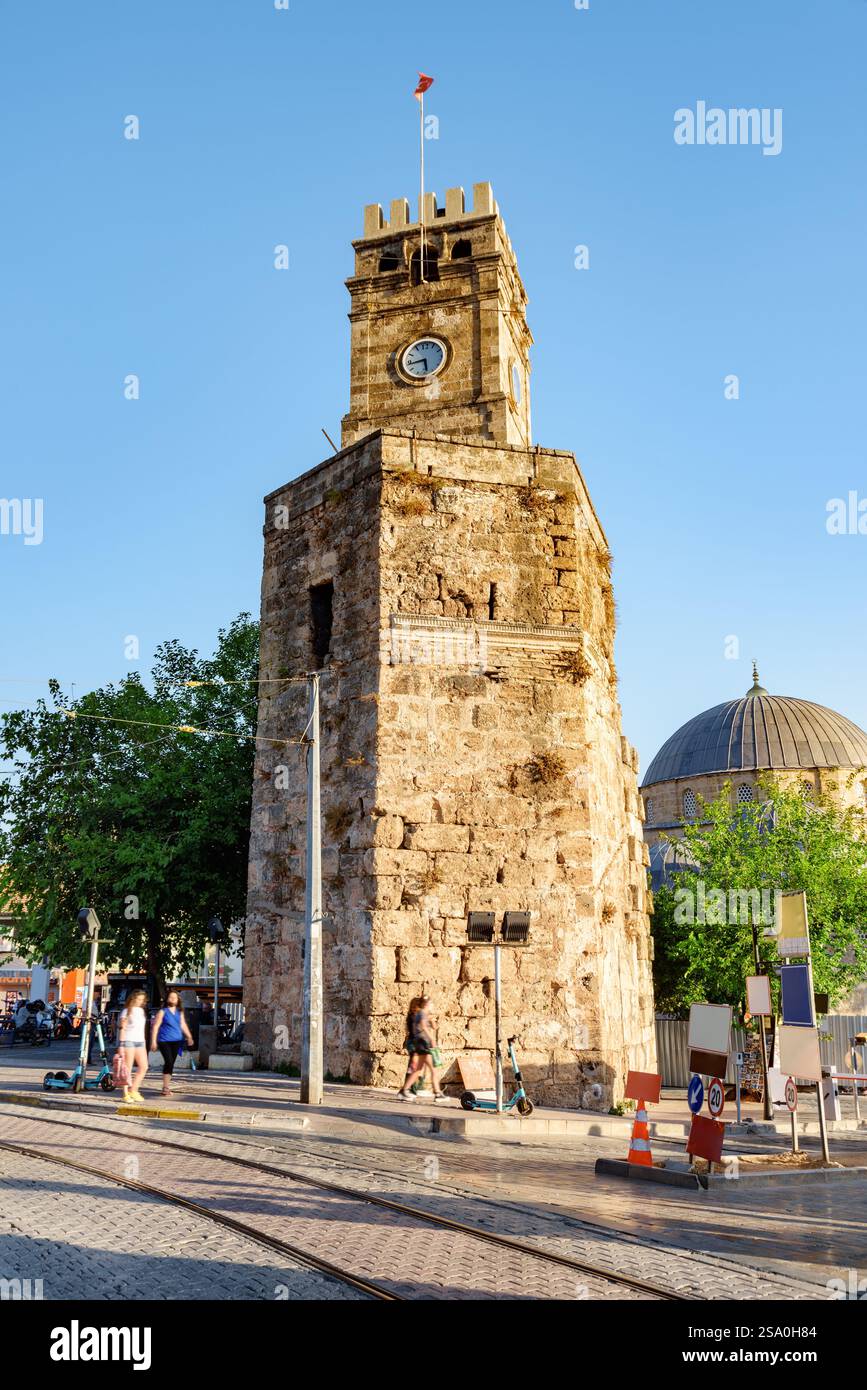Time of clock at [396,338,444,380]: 5:43
